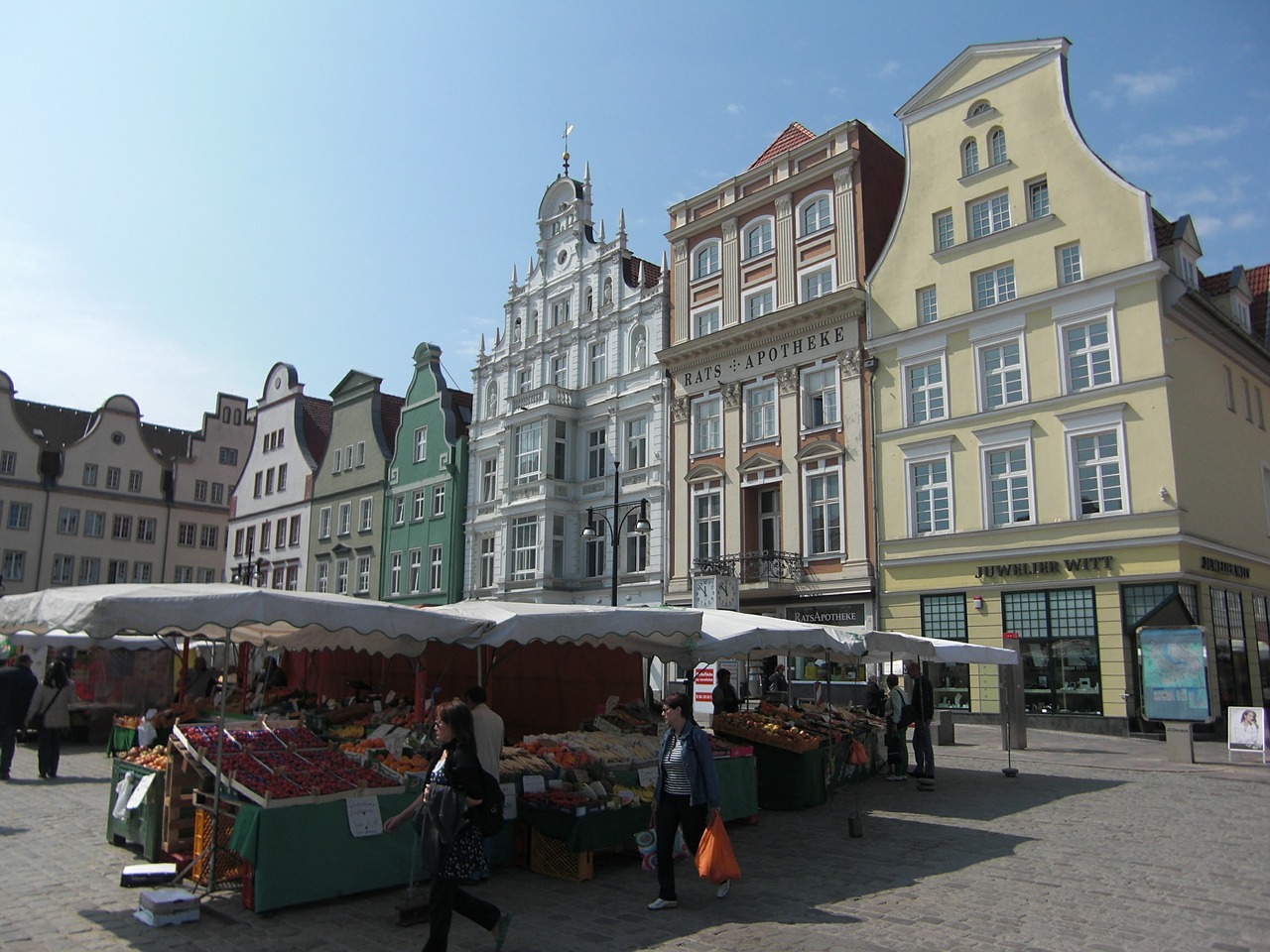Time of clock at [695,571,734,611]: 11:52
